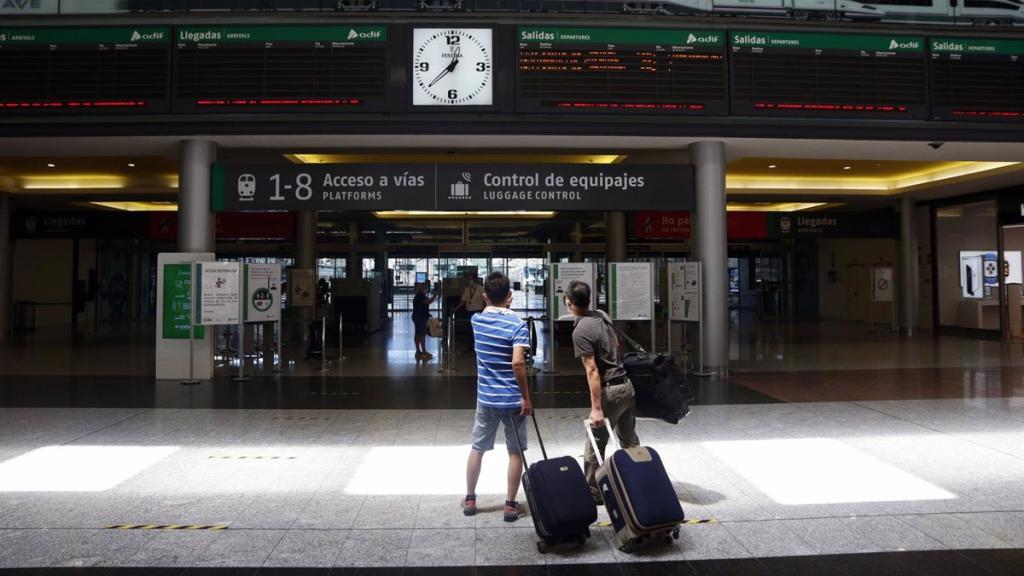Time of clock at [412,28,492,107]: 12:37
